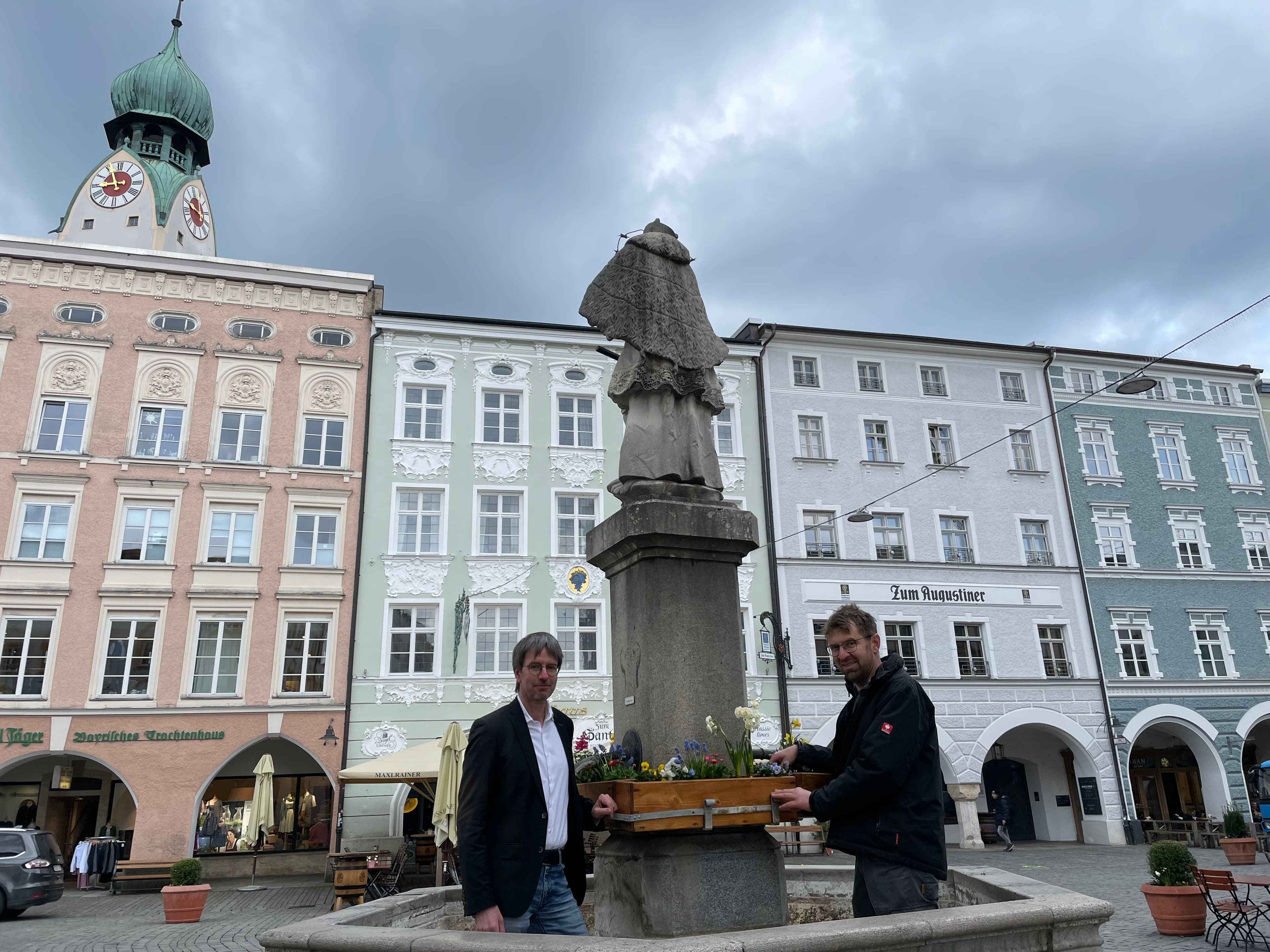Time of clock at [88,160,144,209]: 8:56
